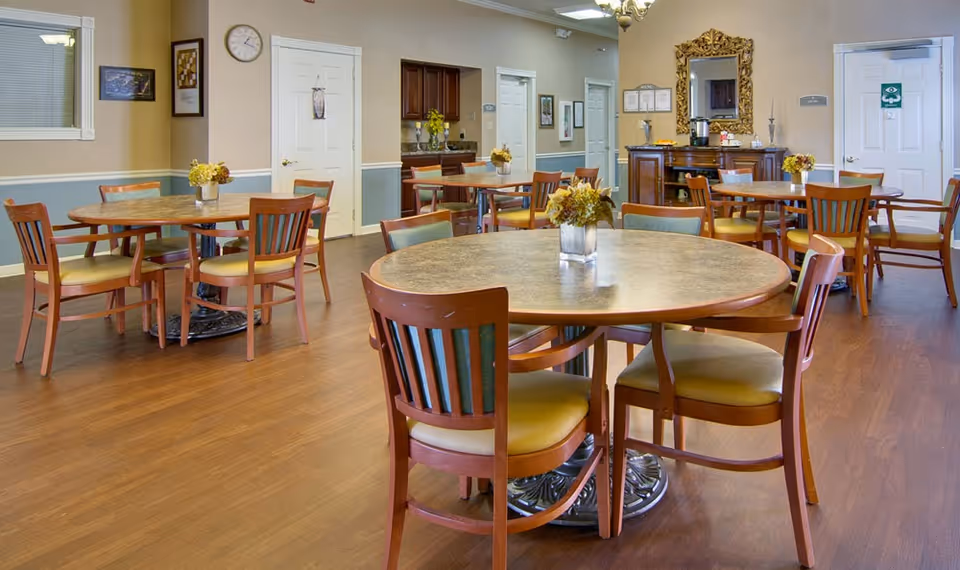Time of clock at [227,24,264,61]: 1:18
